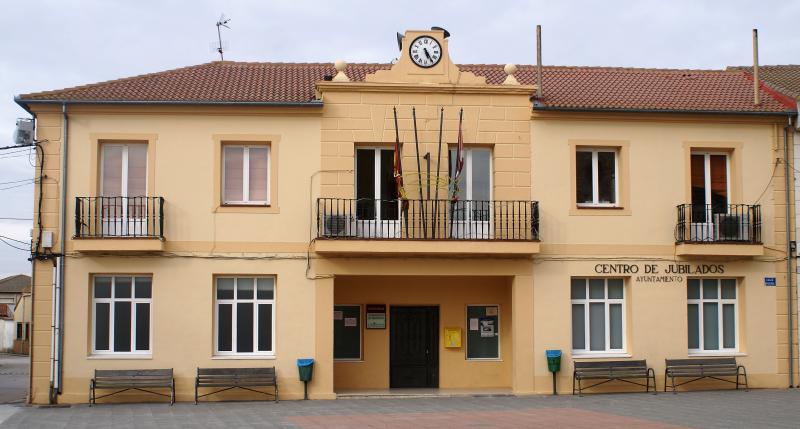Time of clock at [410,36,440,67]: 5:24
